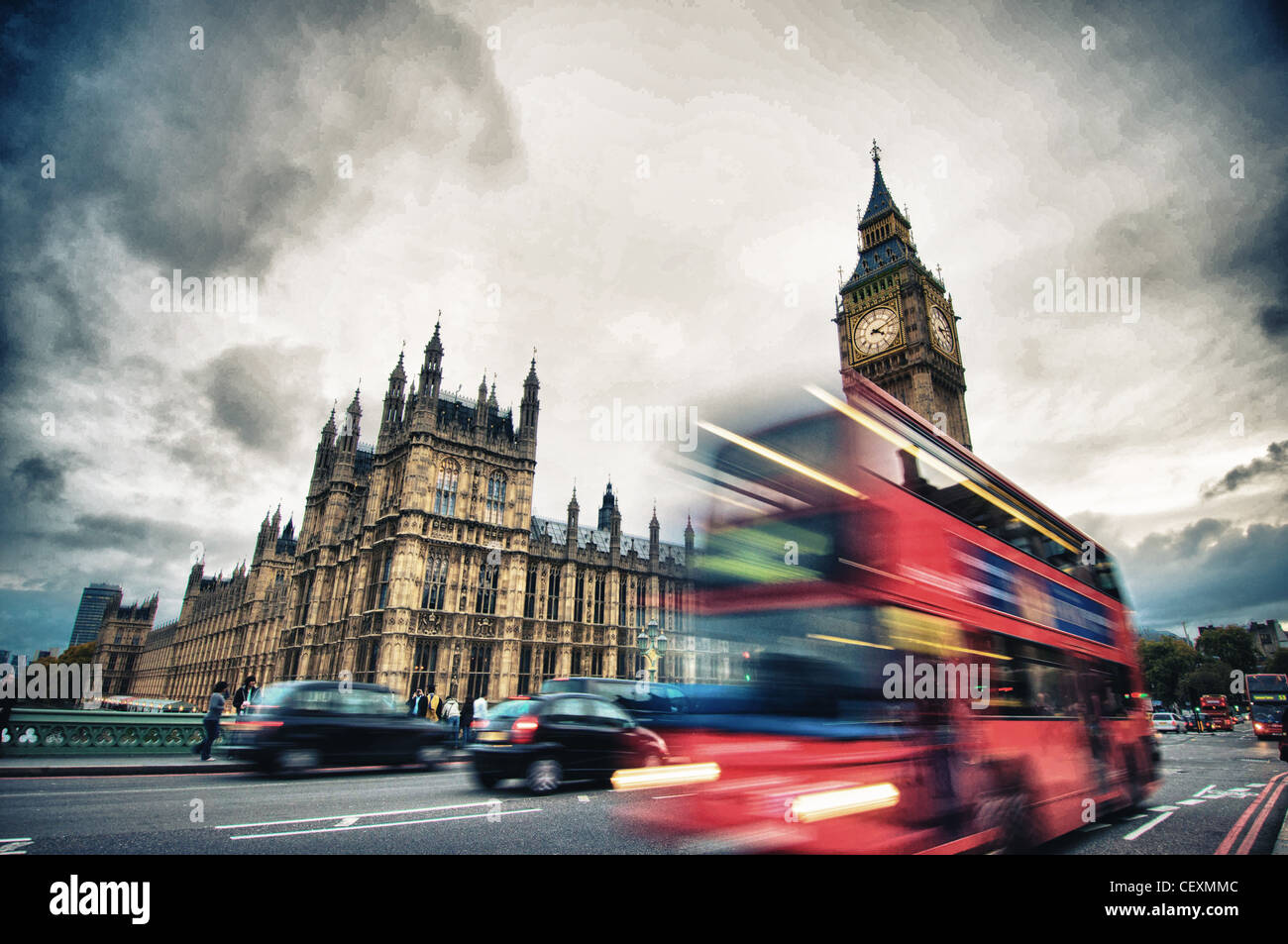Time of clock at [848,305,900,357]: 4:12
